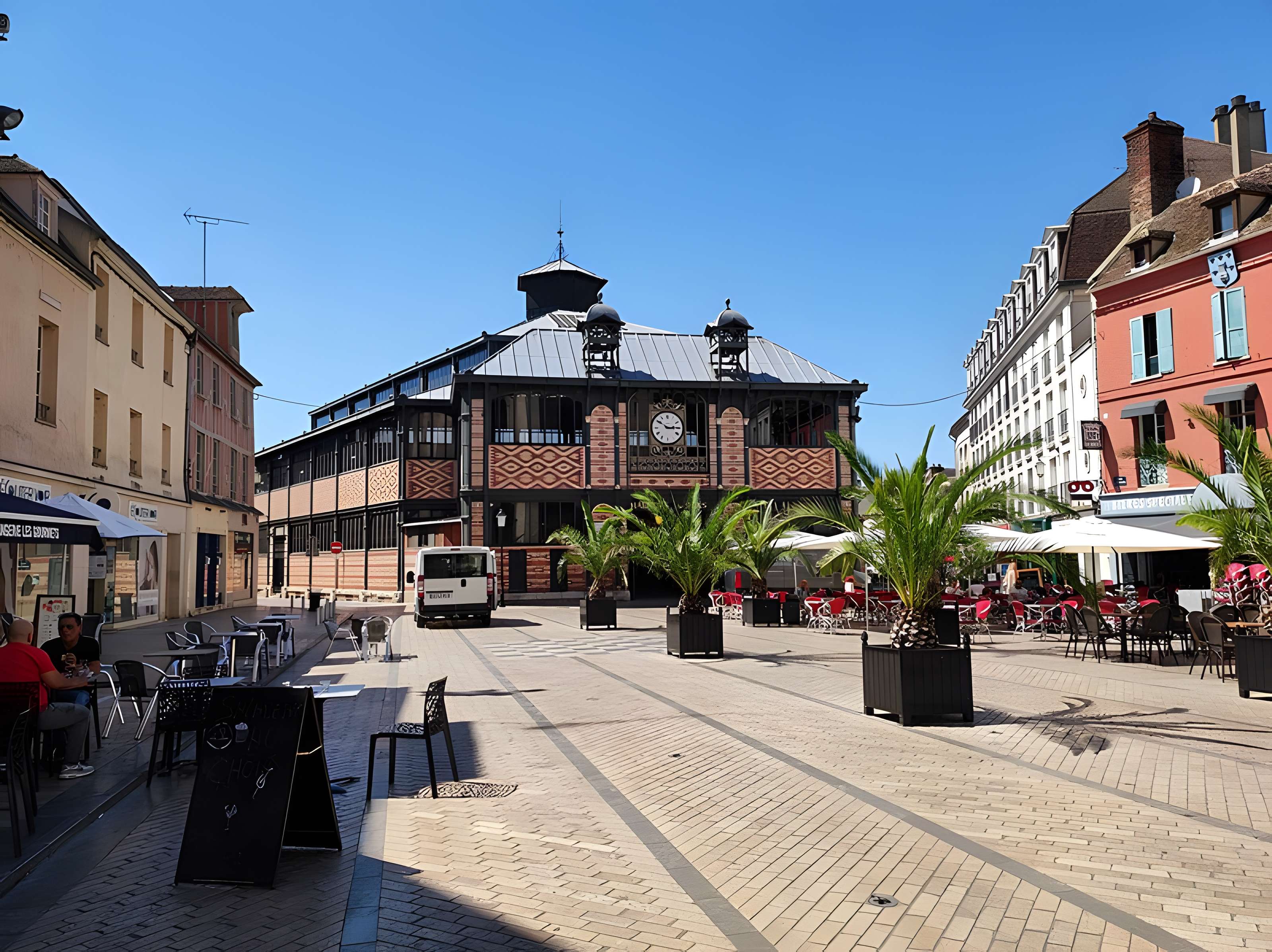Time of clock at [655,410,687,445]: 2:50
